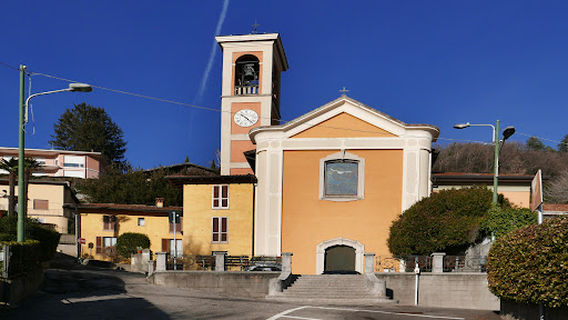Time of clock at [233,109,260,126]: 10:22
